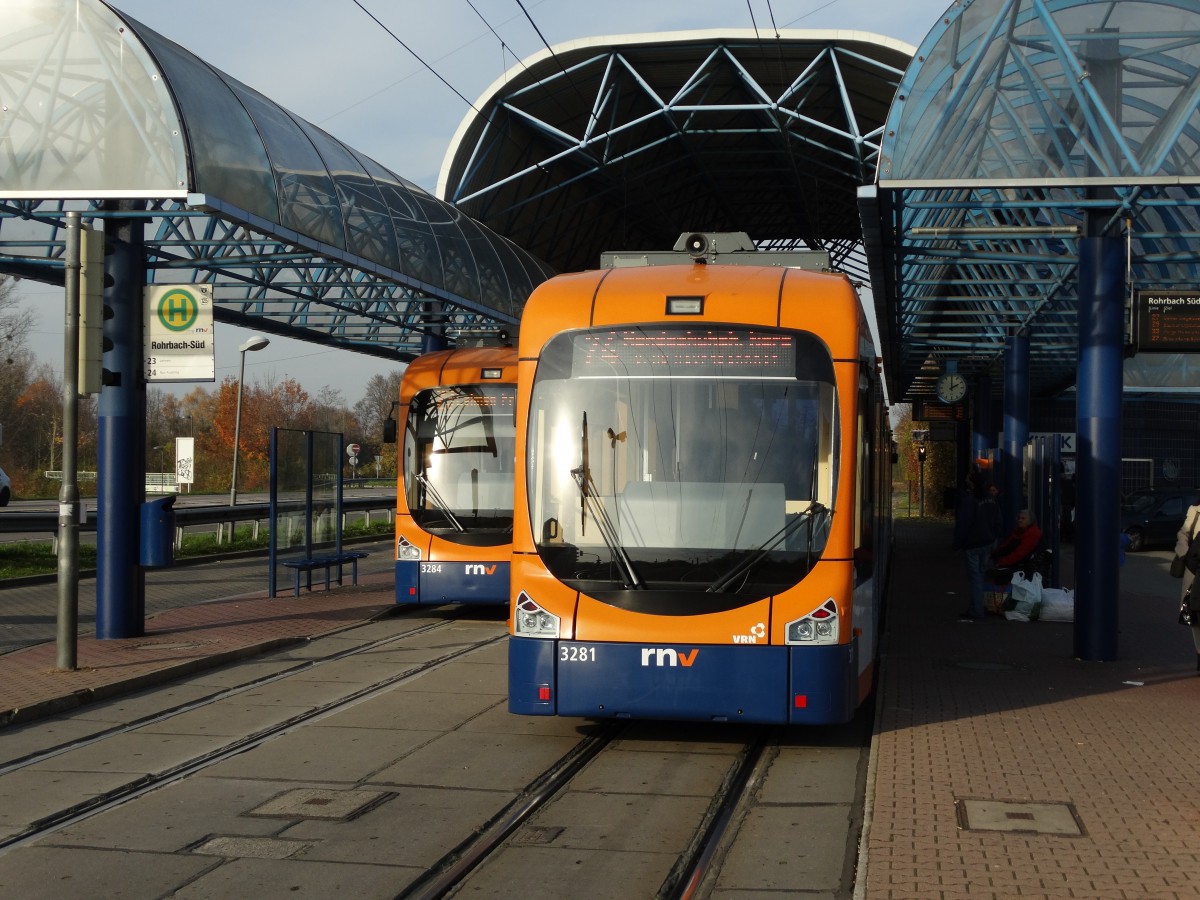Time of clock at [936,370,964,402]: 2:00
